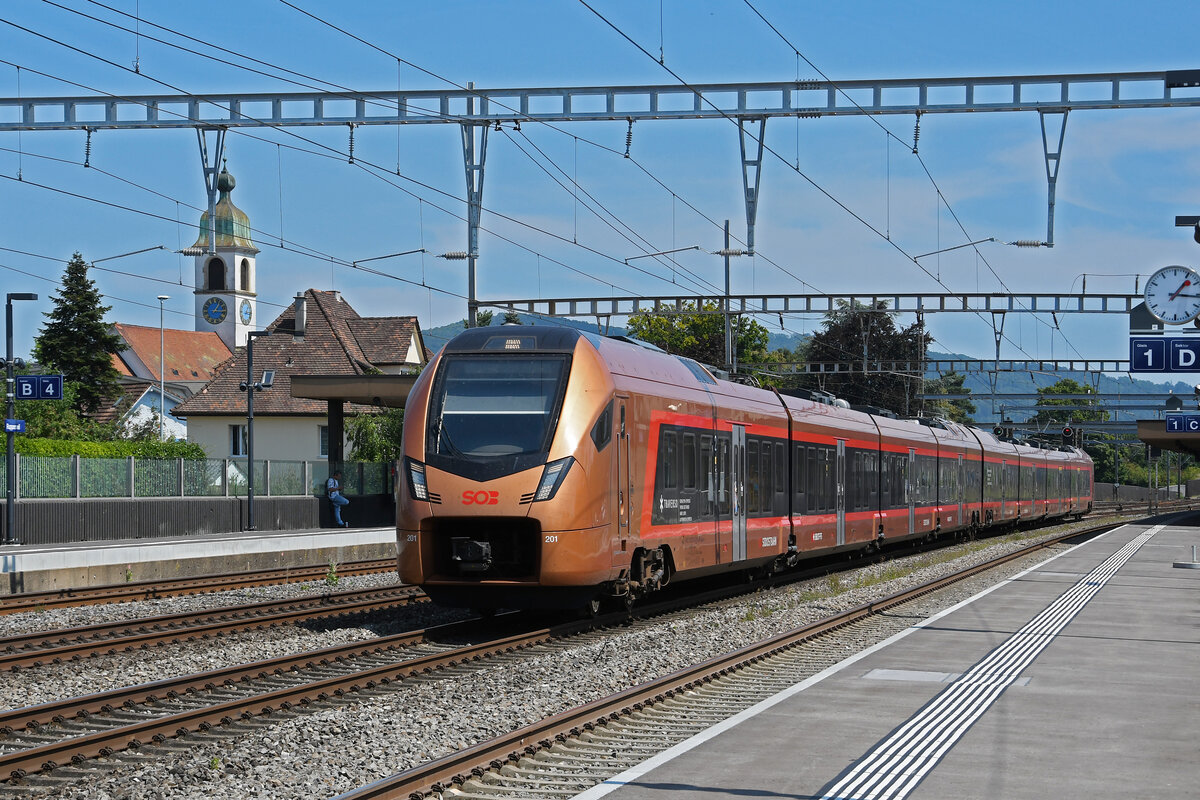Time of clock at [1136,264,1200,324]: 1:16
